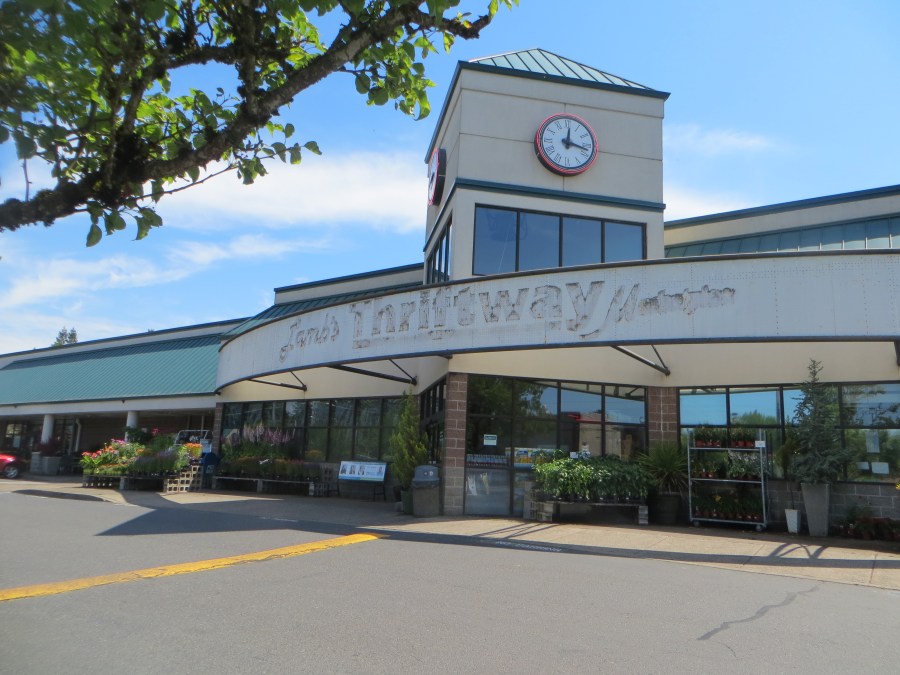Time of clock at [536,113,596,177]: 12:17
